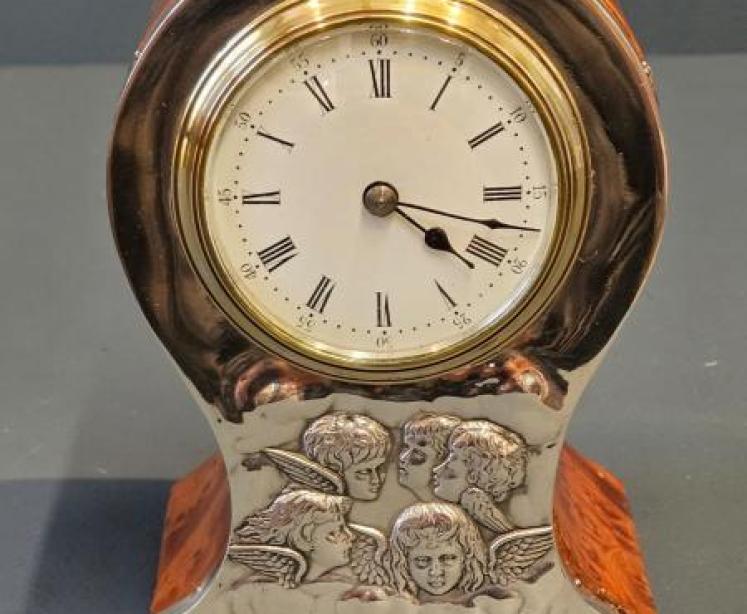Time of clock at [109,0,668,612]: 4:17
